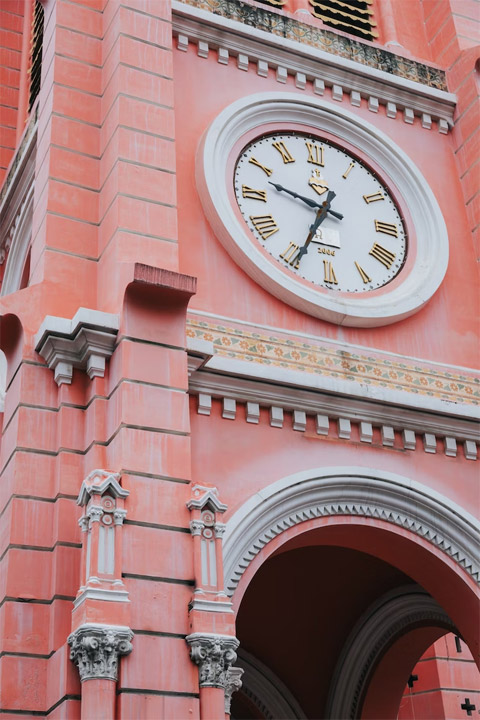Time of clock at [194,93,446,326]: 9:34
